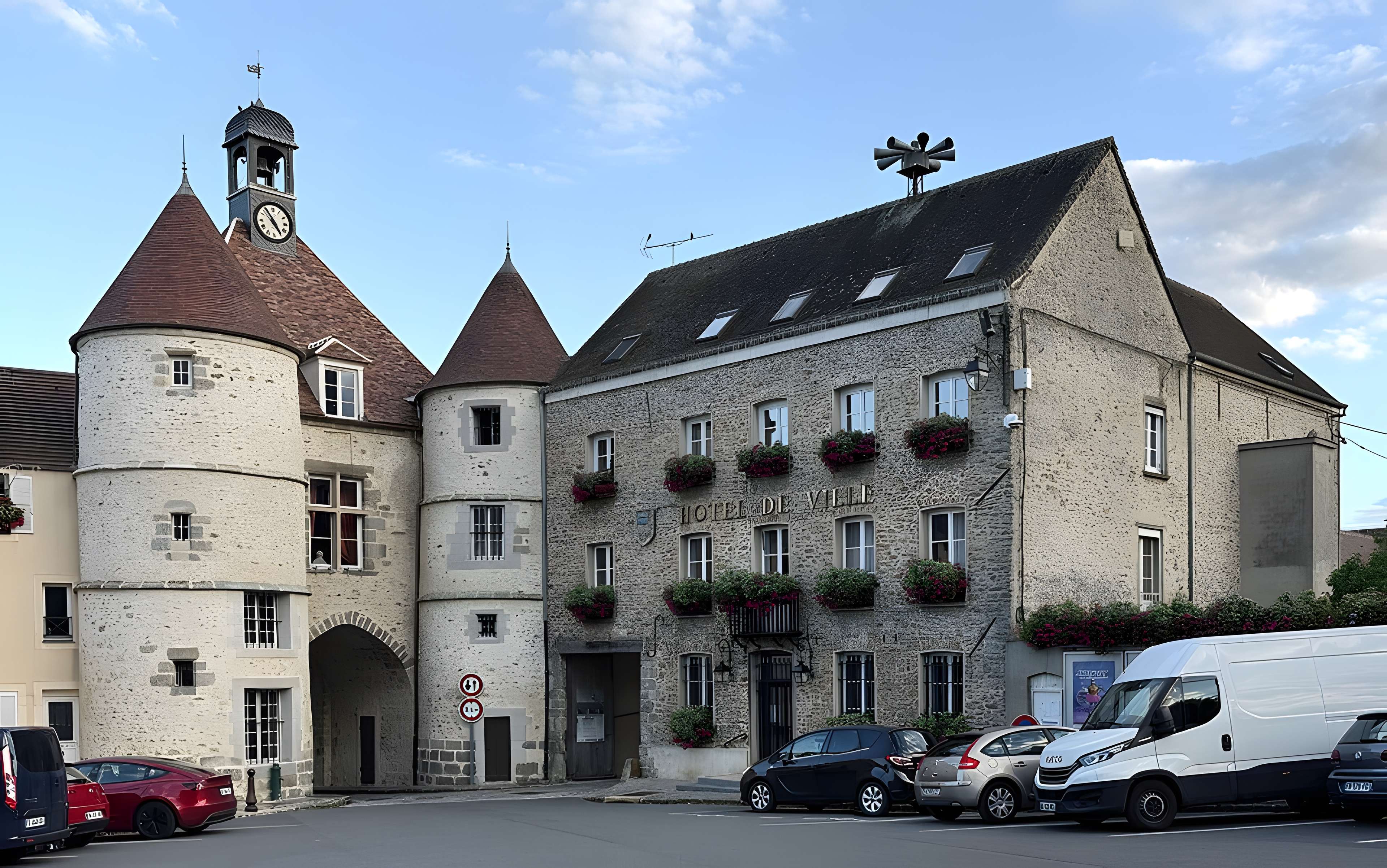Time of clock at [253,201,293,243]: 4:54
